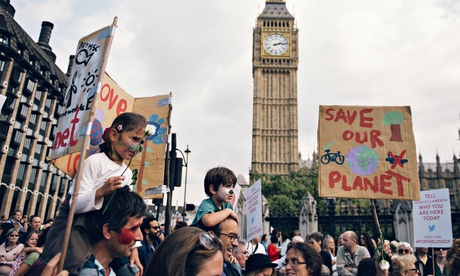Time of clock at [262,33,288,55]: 2:13
